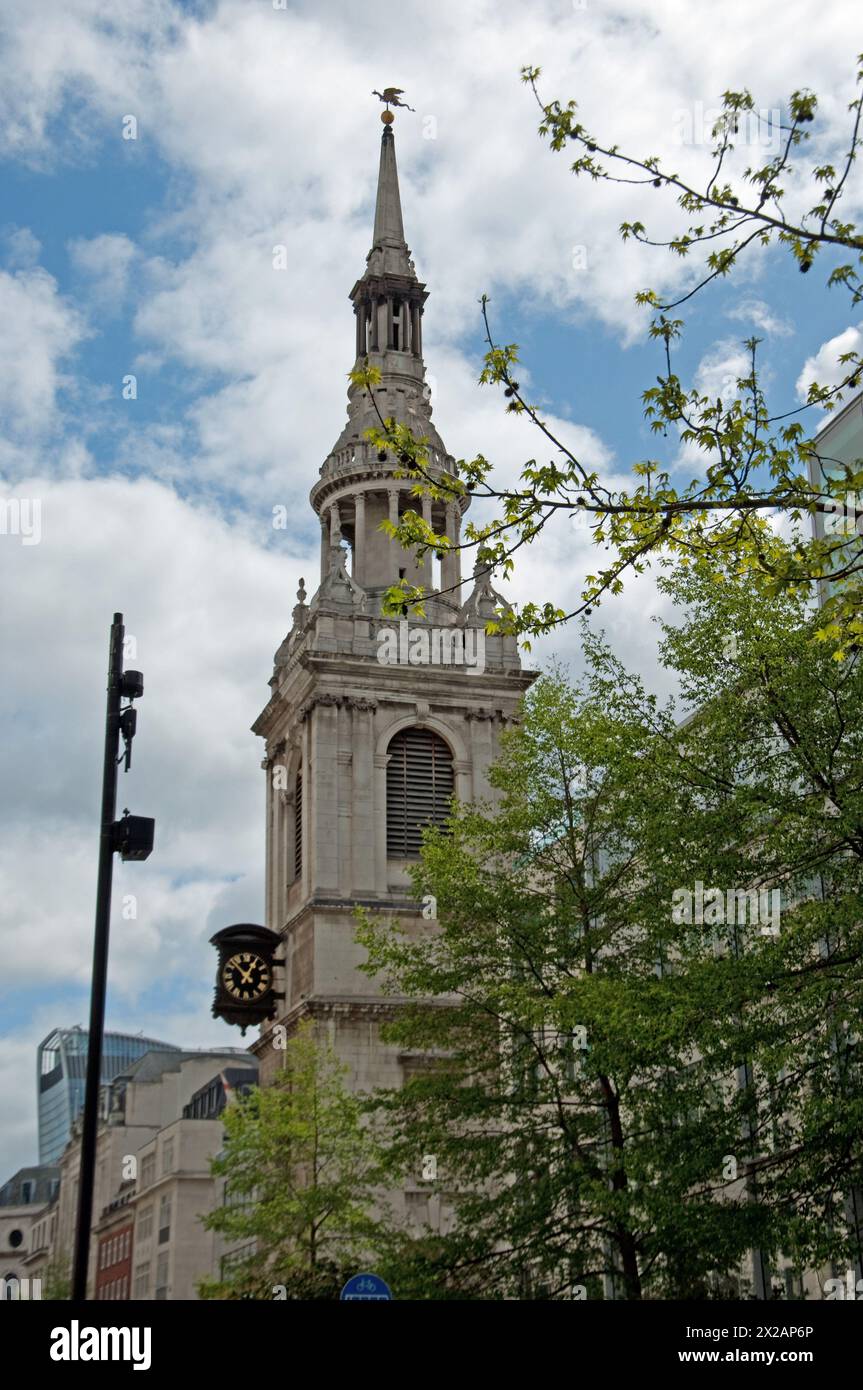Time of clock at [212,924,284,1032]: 12:52
